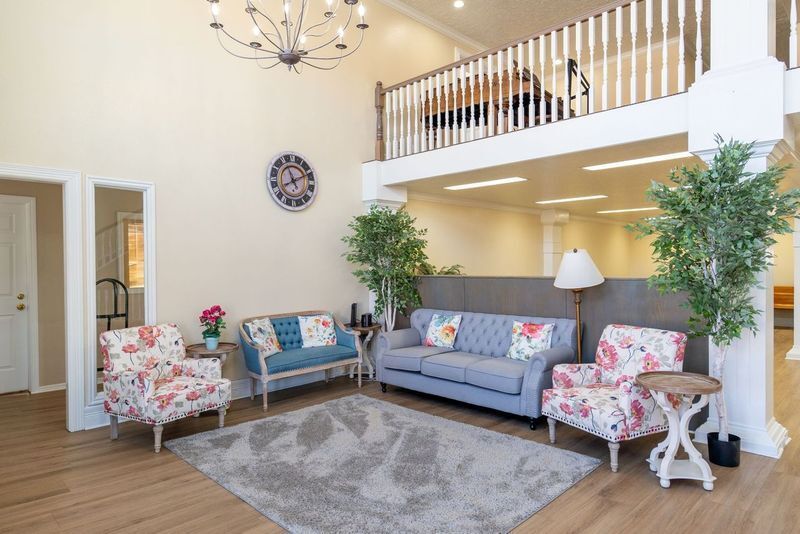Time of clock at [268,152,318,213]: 11:11
